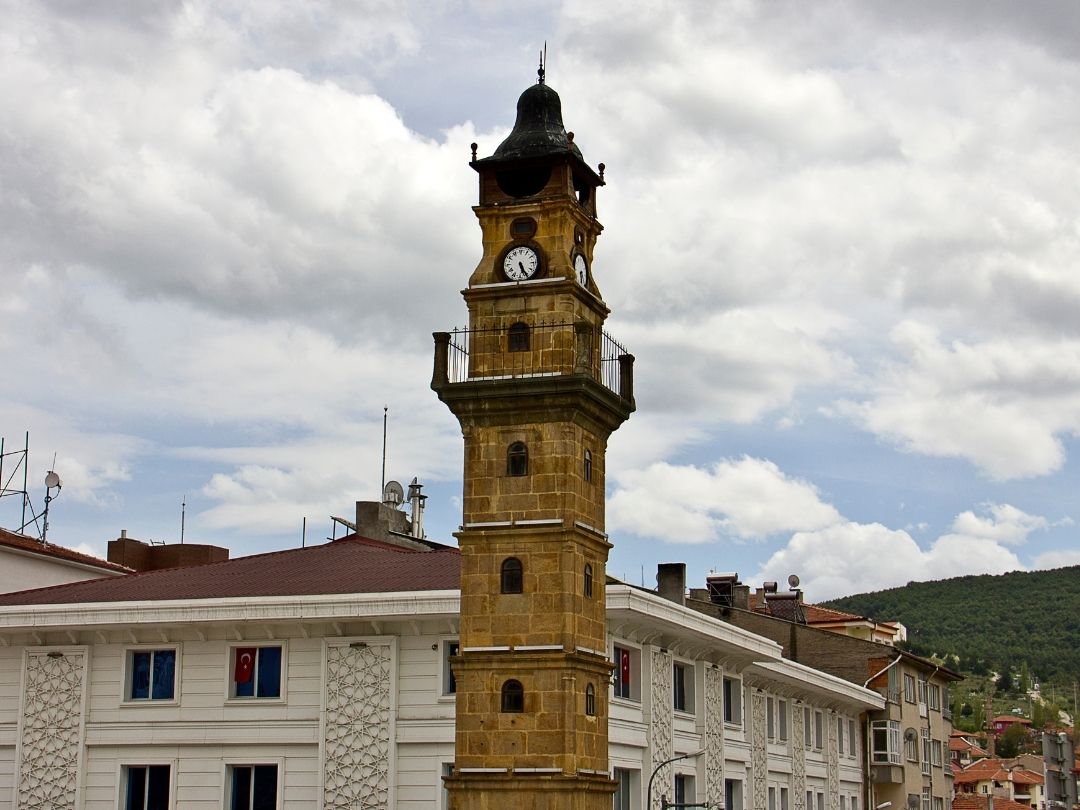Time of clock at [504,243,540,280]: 5:25
